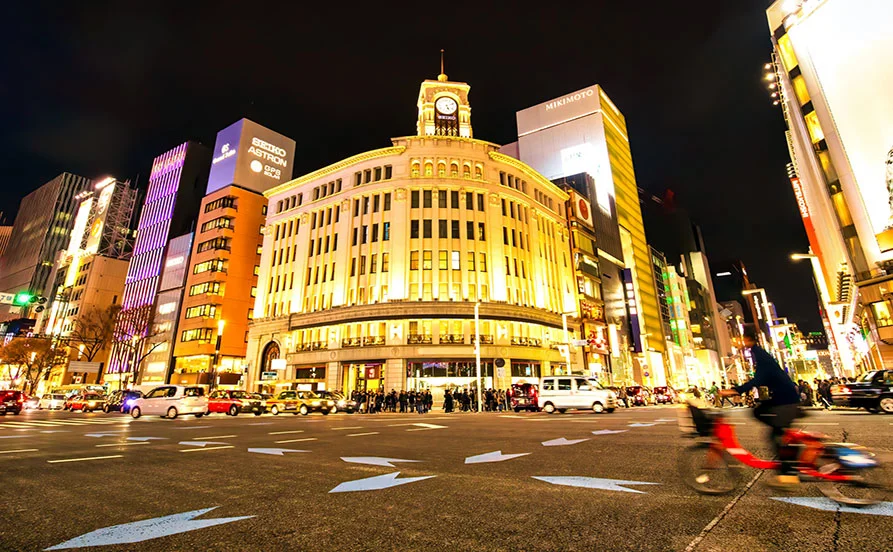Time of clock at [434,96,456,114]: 5:11
